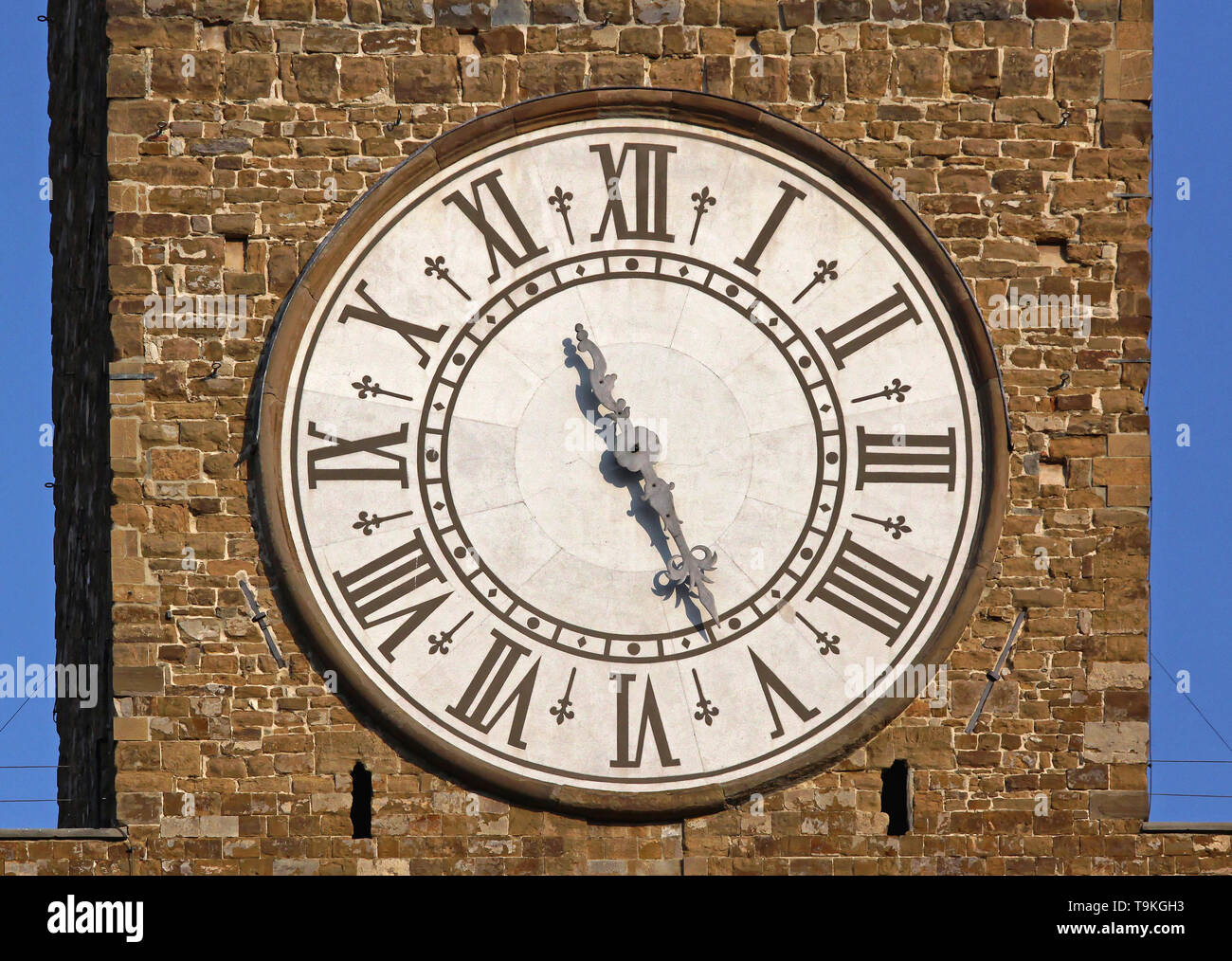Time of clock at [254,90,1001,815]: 11:25
